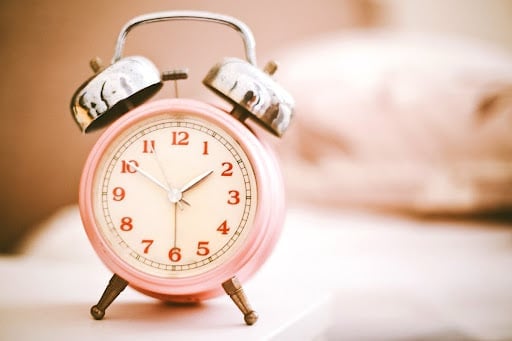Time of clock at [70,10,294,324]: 1:50
